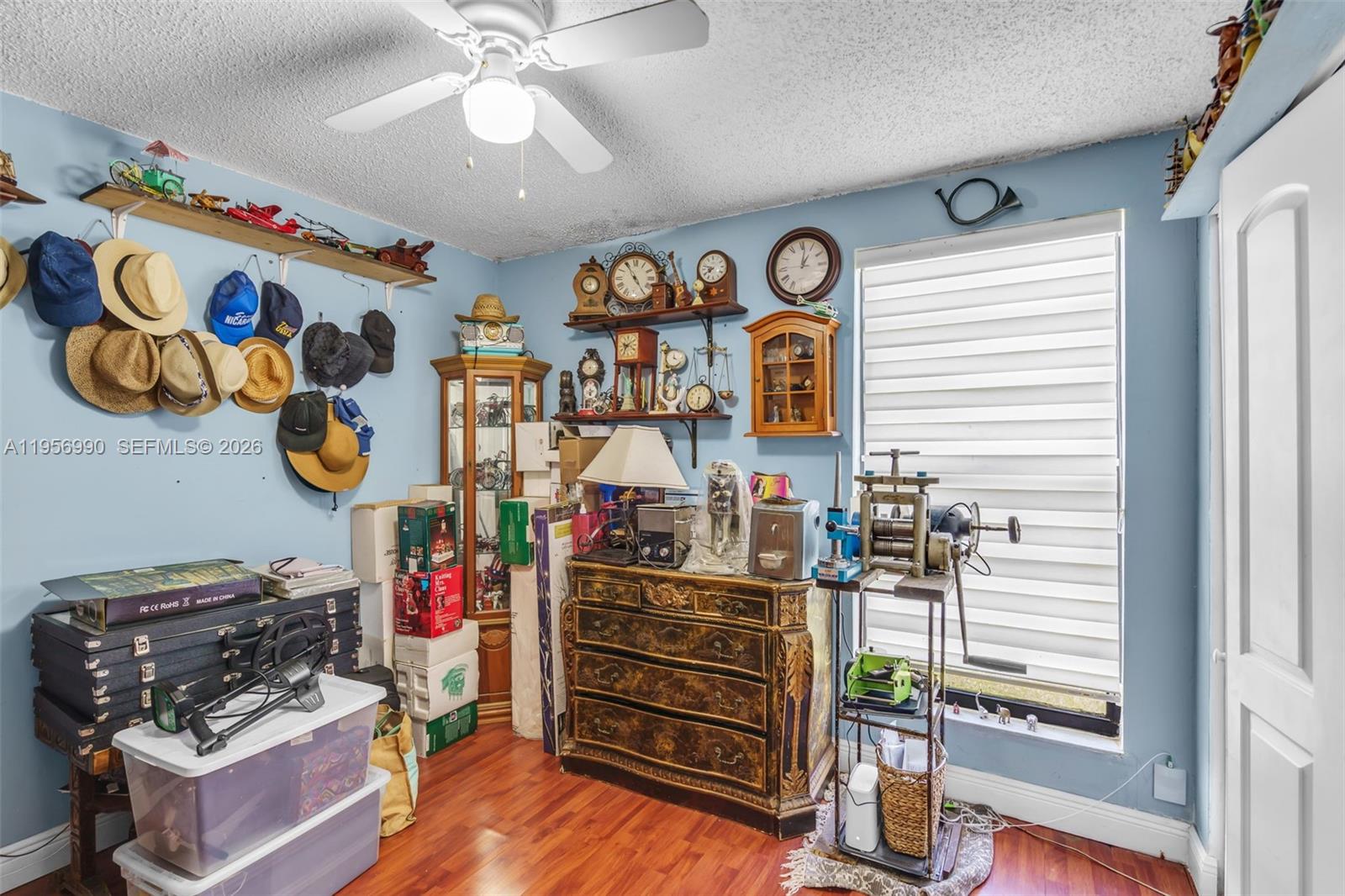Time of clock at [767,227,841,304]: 1:01
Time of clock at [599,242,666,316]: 4:54
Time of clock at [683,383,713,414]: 6:30
